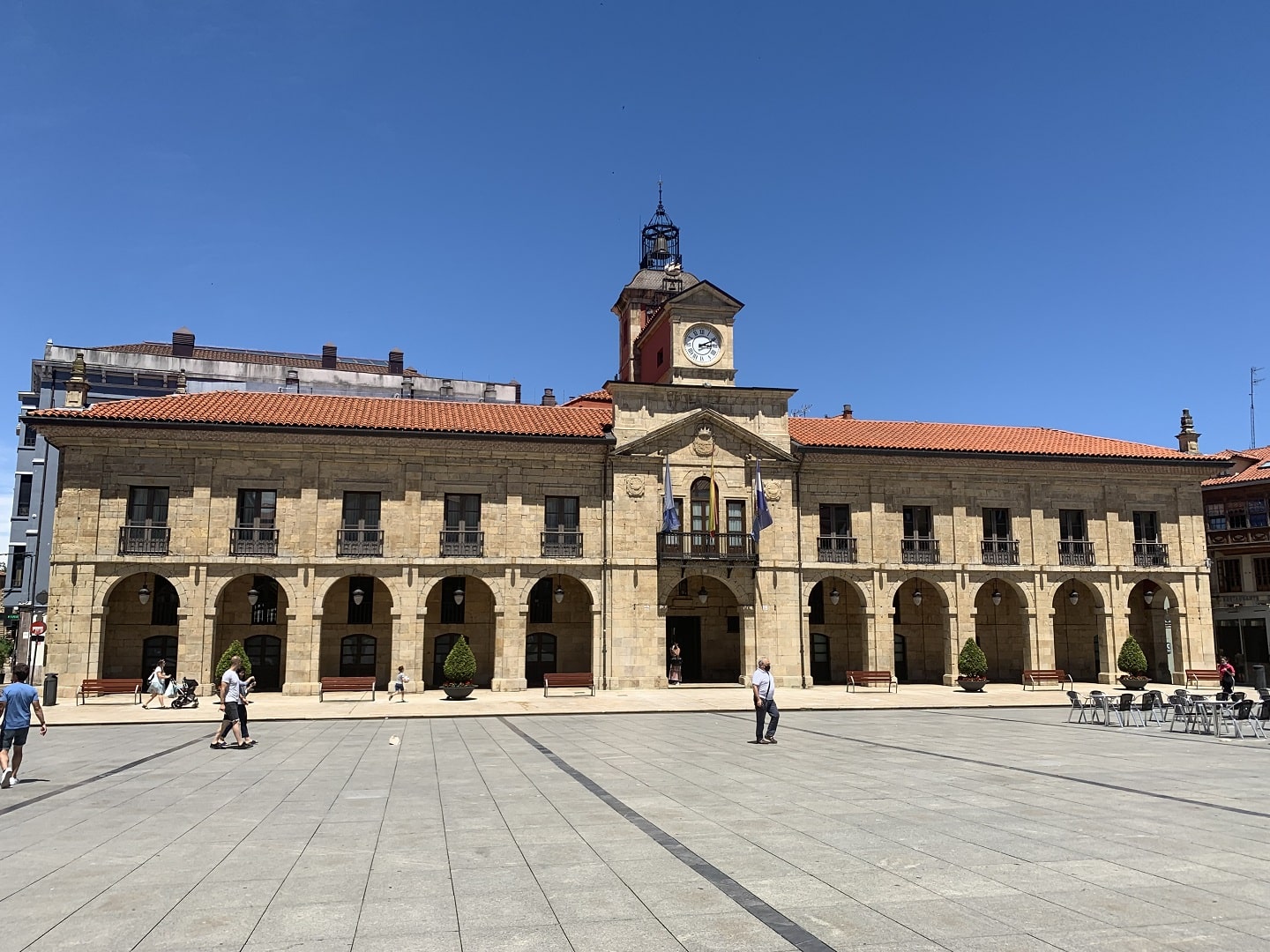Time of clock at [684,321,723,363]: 3:11
